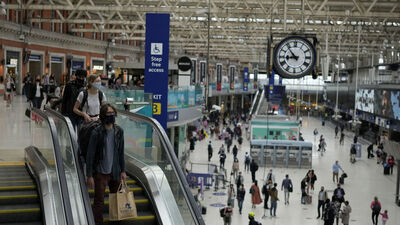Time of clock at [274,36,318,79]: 8:53
